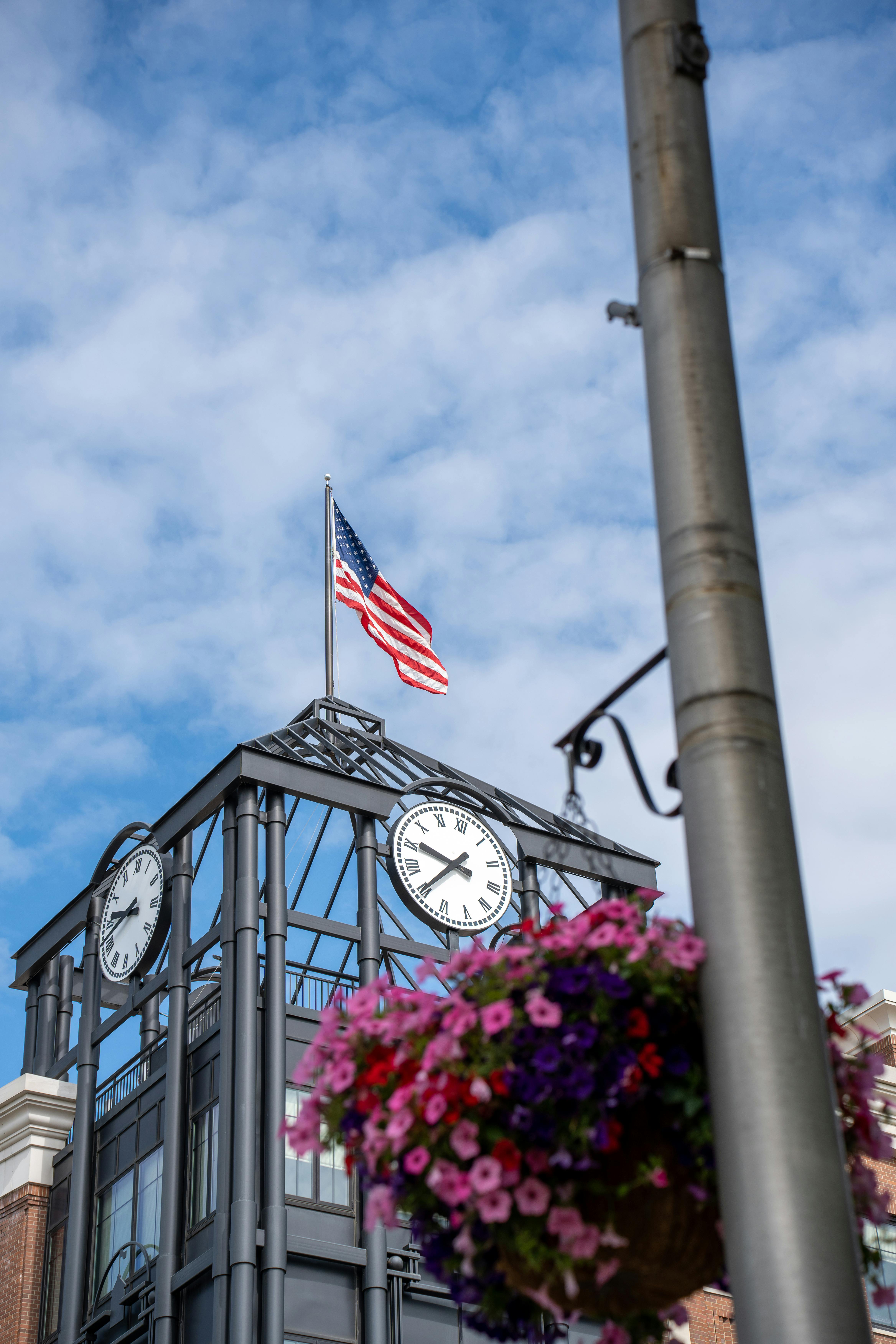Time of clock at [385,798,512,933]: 9:35
